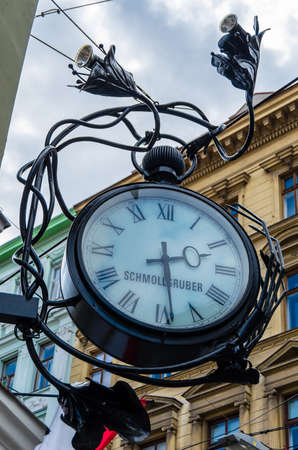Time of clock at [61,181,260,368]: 2:28
